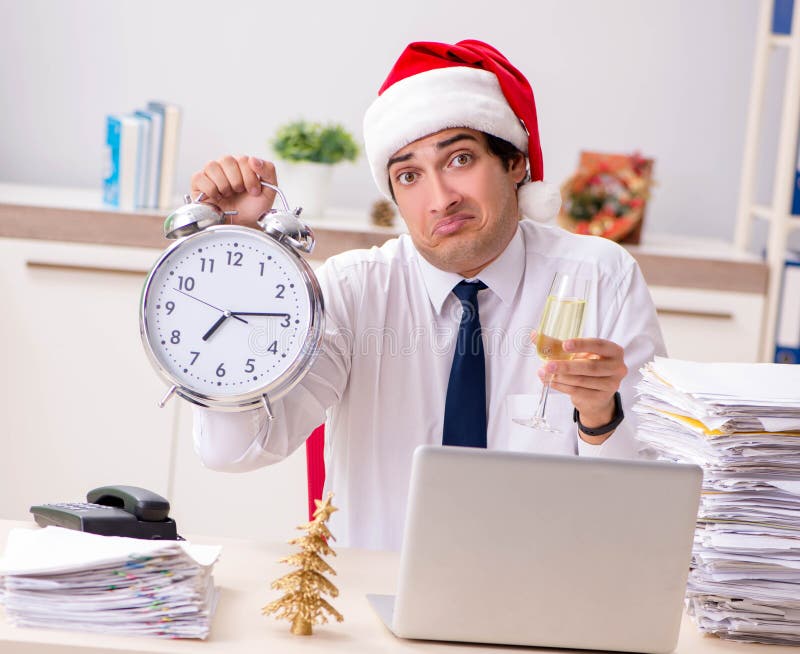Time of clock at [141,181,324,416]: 7:14
